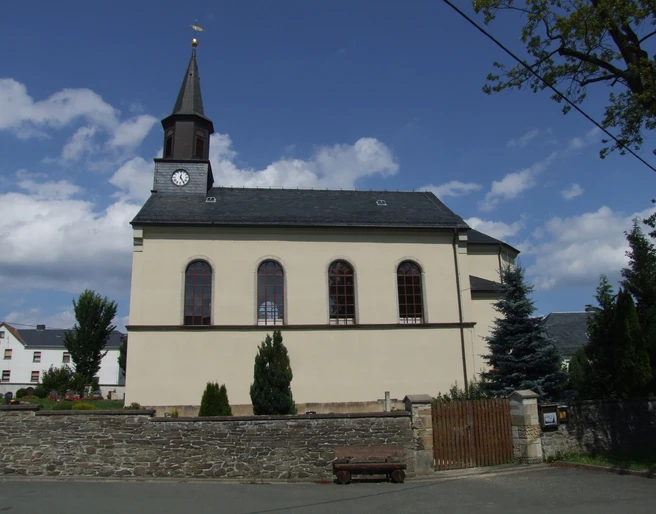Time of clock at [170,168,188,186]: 12:24
